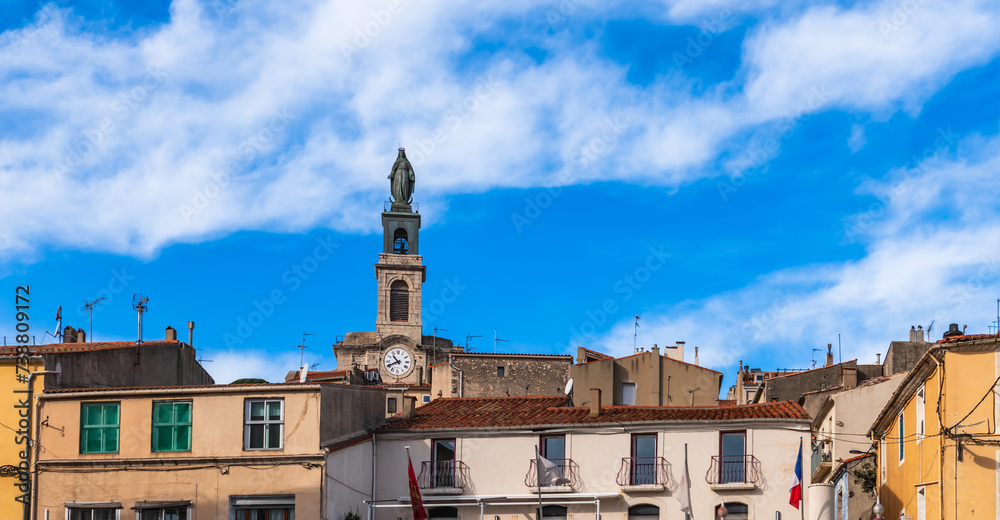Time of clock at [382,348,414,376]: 10:41
